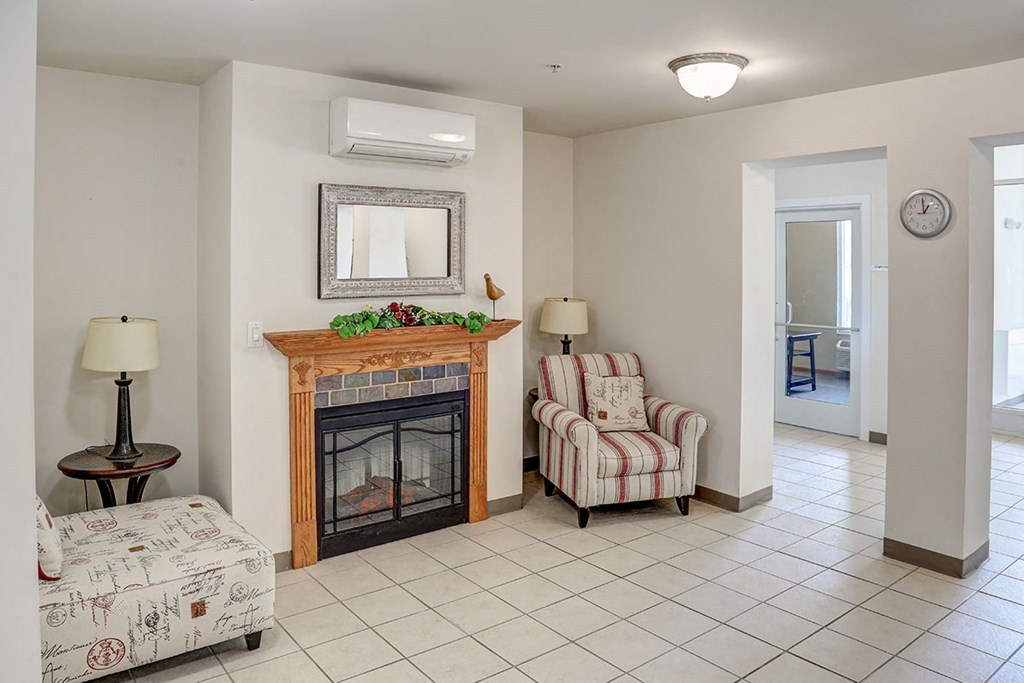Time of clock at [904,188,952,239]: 12:59
